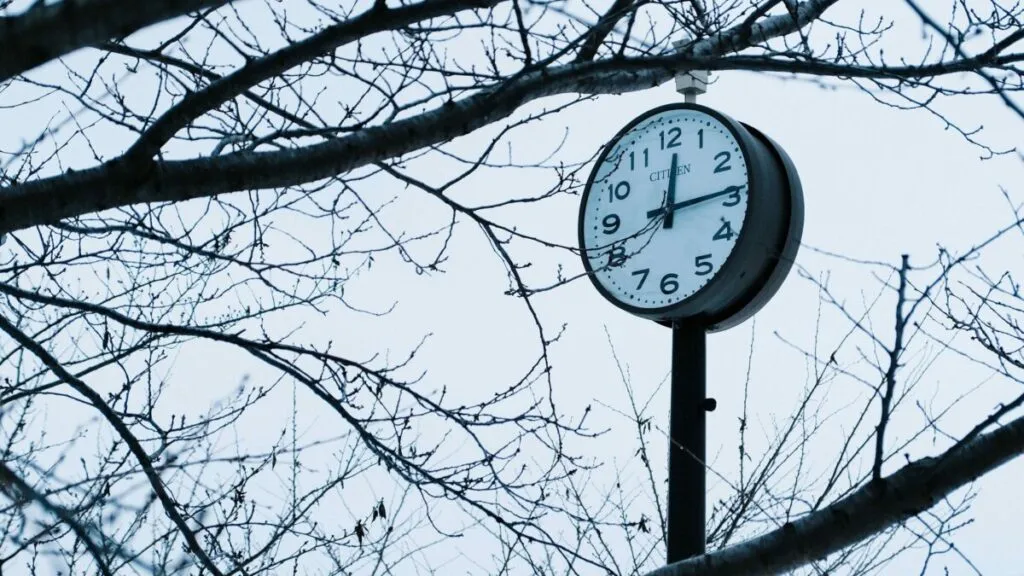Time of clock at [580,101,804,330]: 12:14
